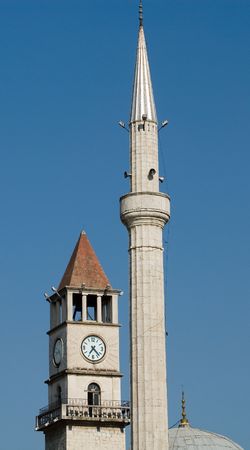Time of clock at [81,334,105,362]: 4:35
